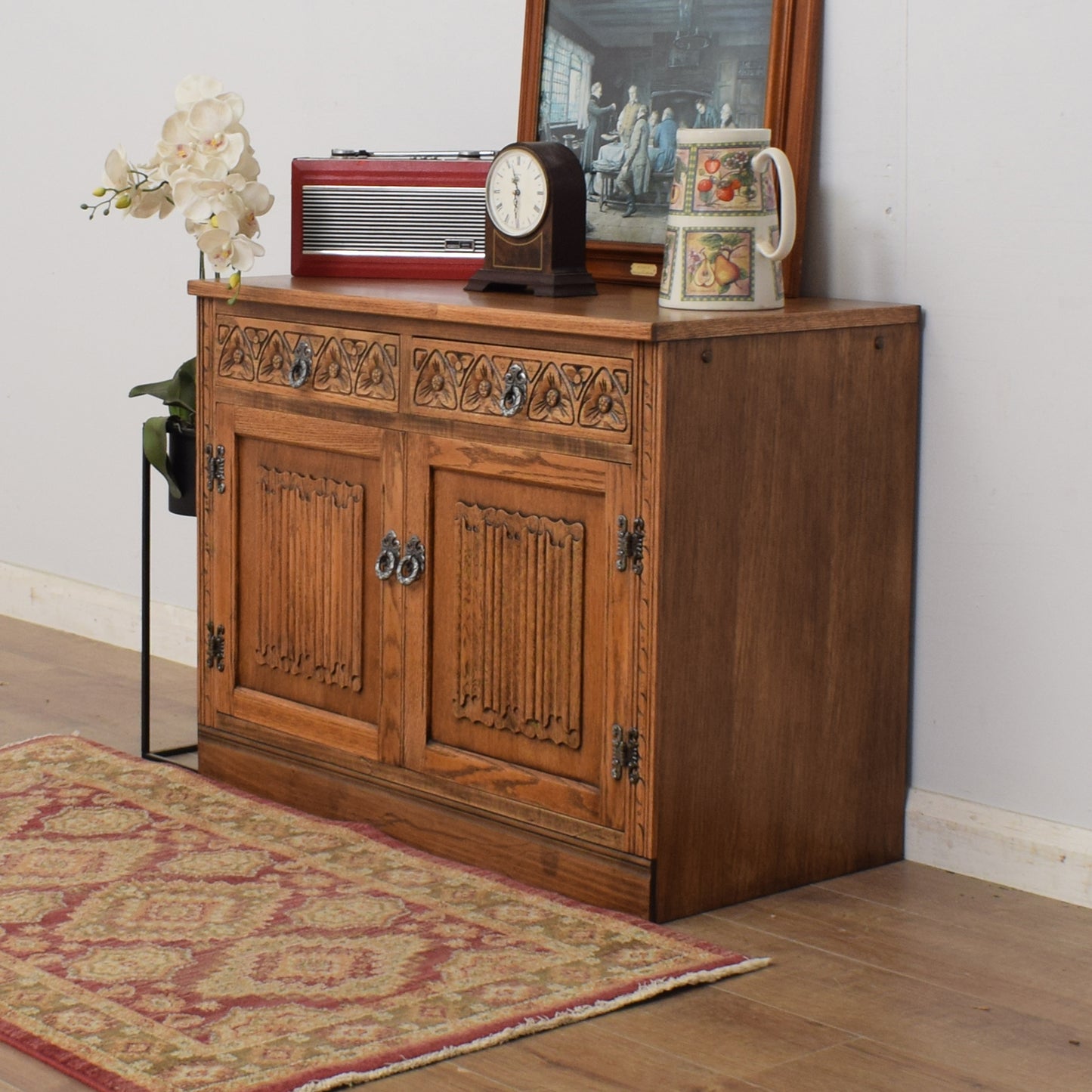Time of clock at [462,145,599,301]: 11:29
